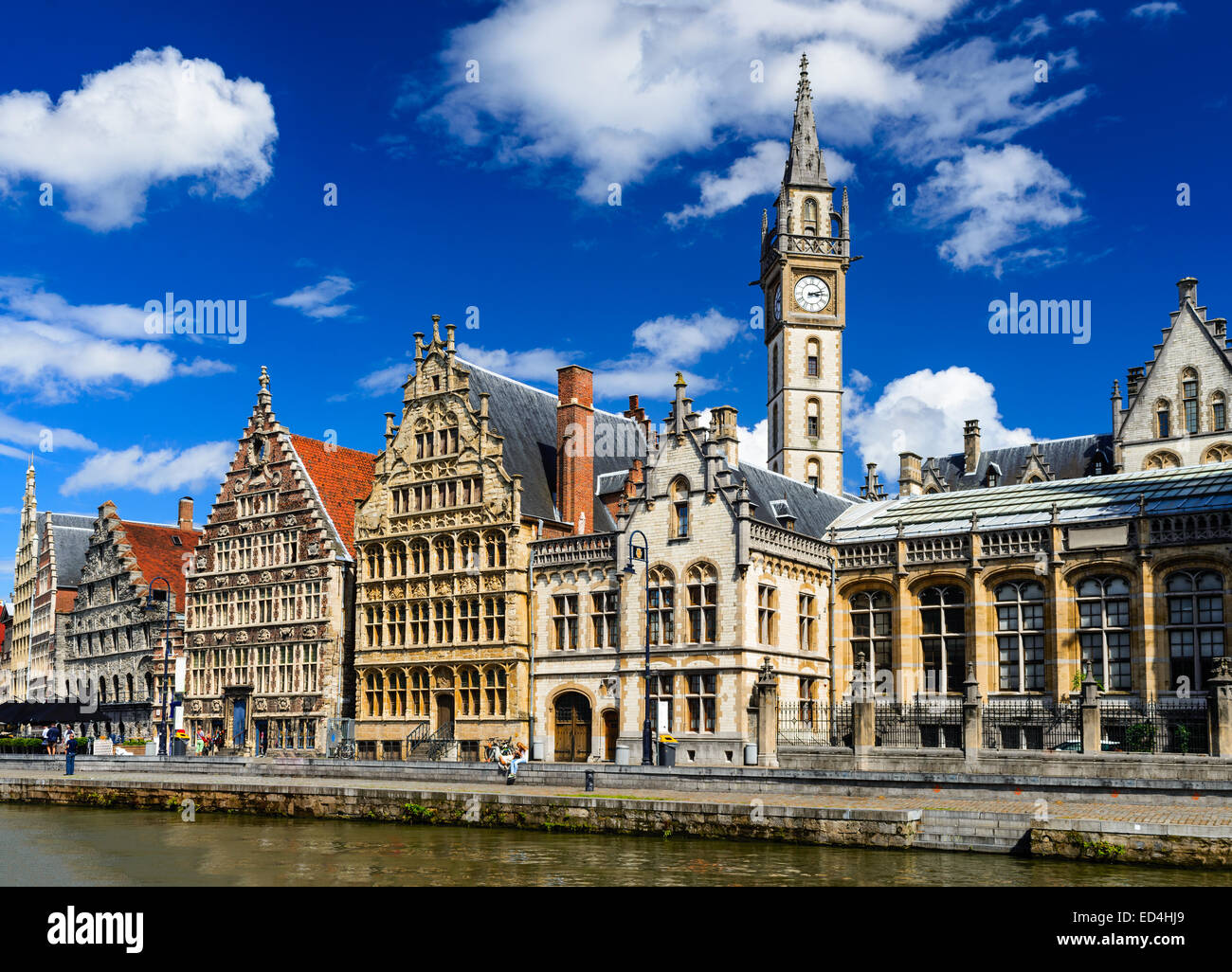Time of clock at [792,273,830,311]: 3:12
